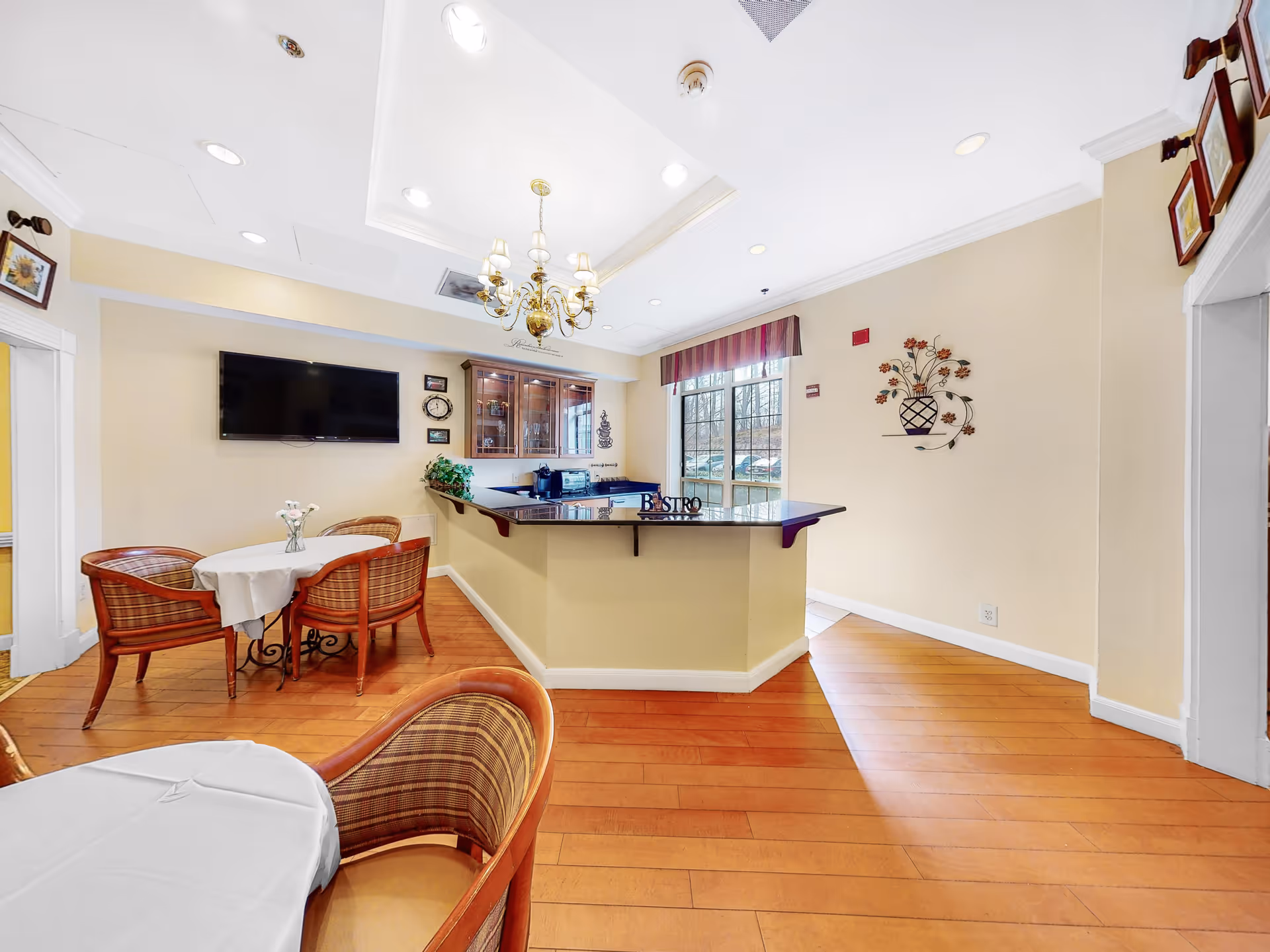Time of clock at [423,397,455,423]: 11:41
